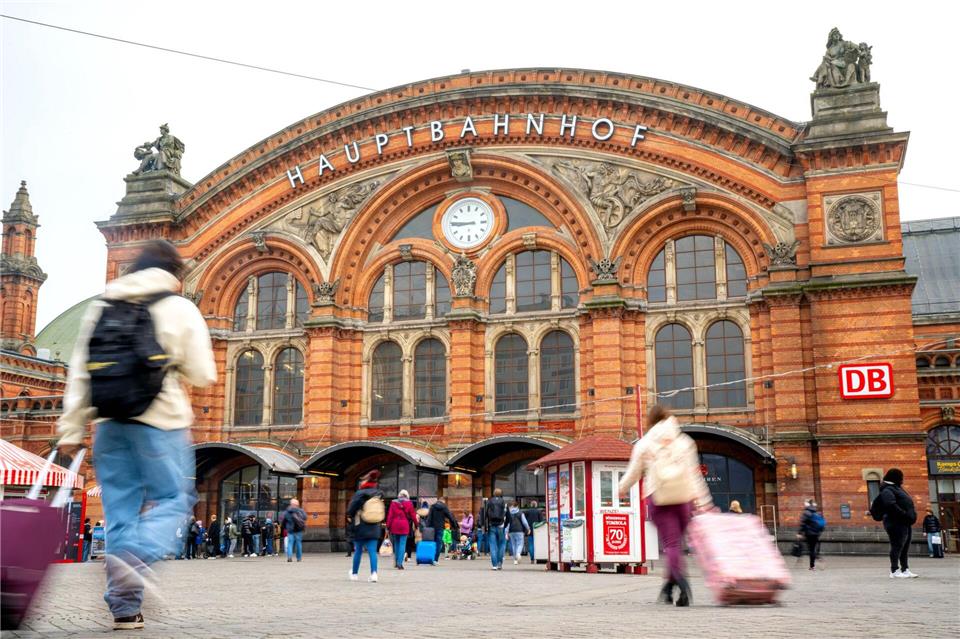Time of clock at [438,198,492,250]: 8:45
